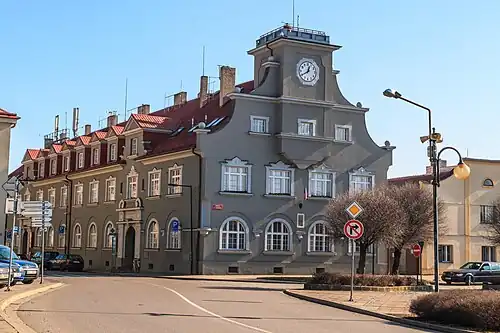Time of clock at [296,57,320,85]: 12:40
